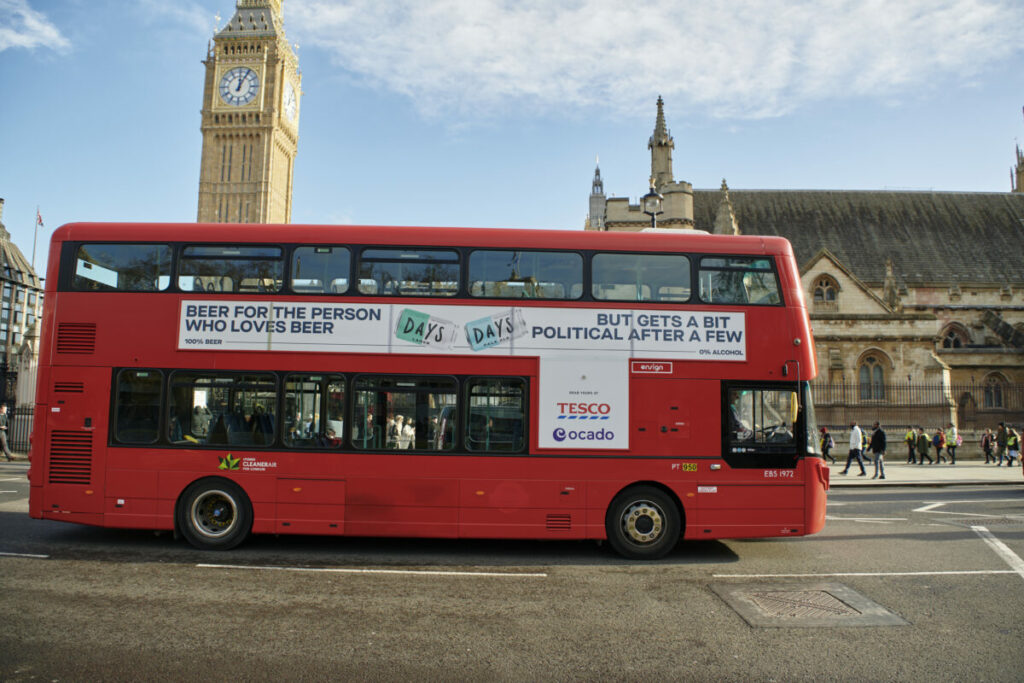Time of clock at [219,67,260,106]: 12:04
